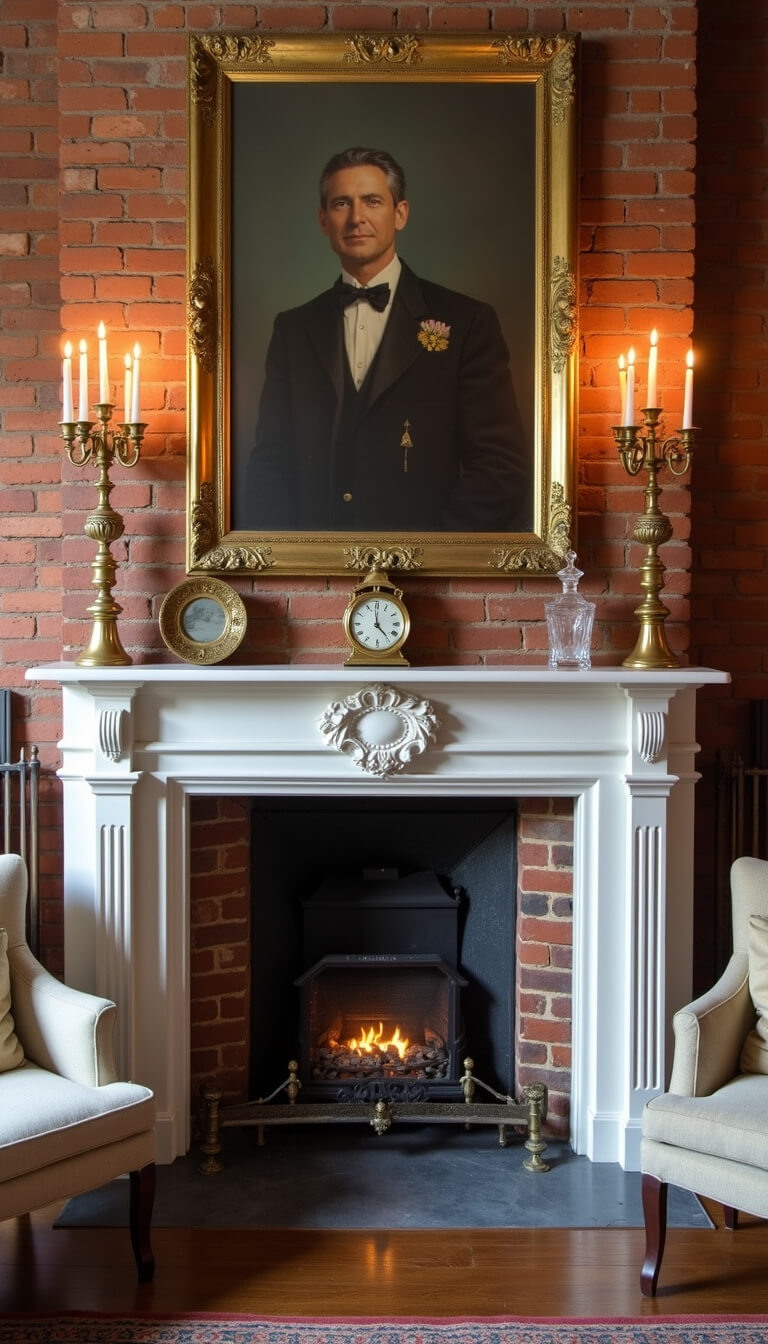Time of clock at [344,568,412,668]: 4:59
